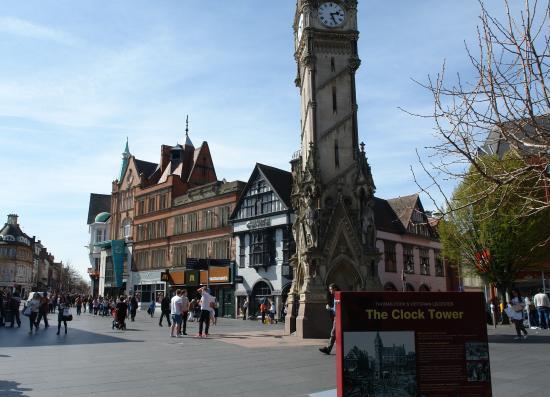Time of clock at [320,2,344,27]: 2:26
